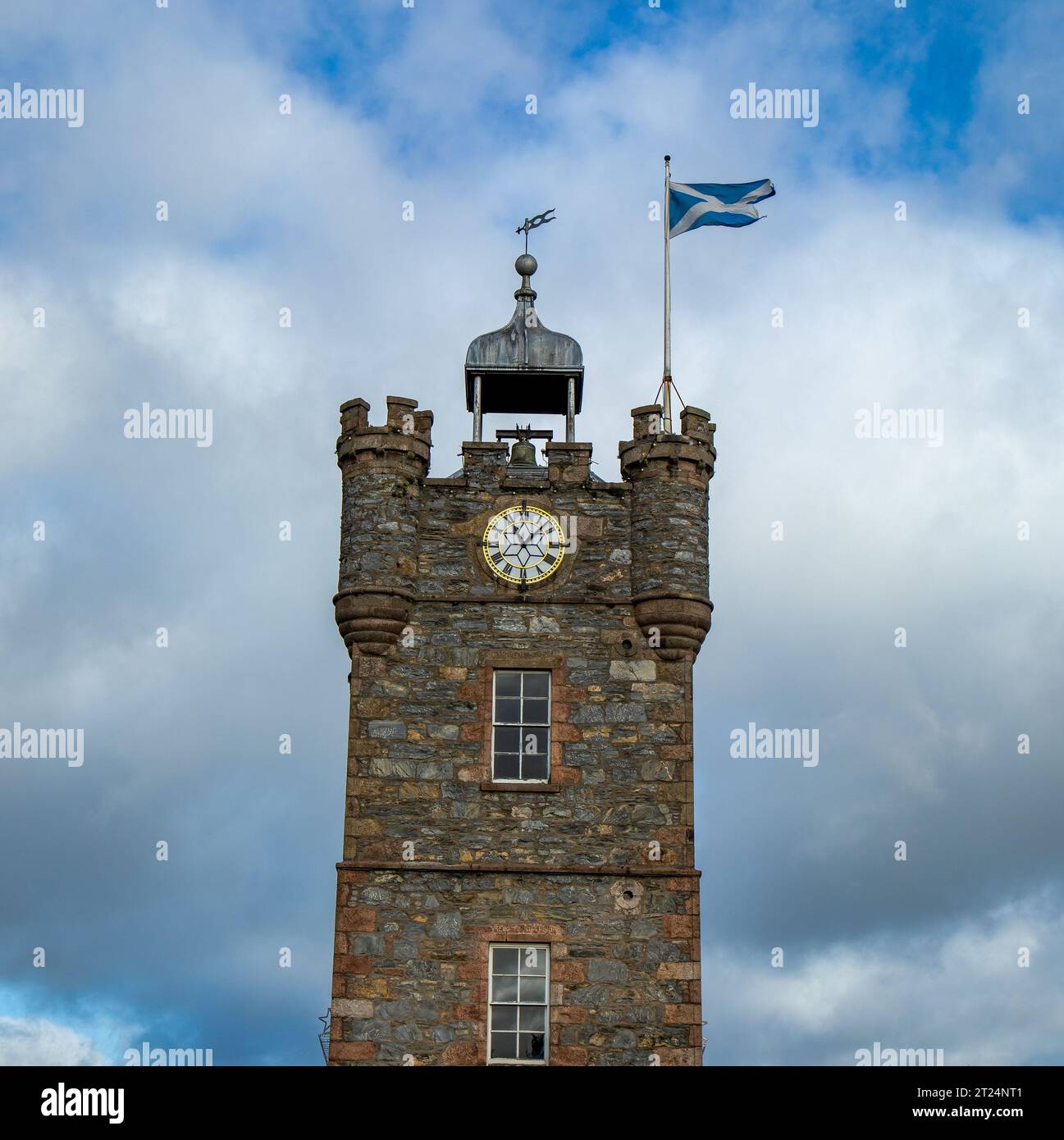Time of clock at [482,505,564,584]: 11:07
